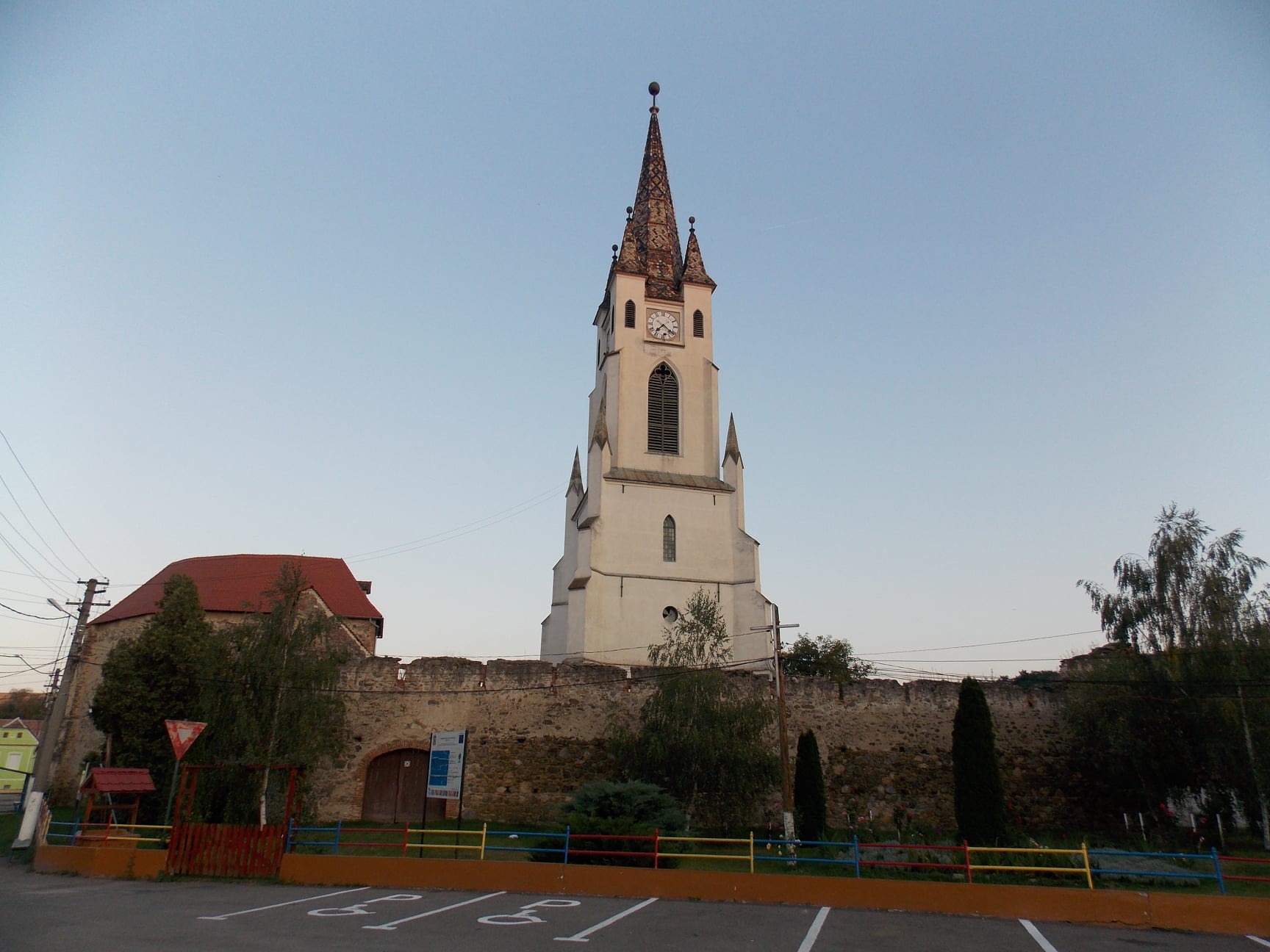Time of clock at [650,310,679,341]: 7:21
